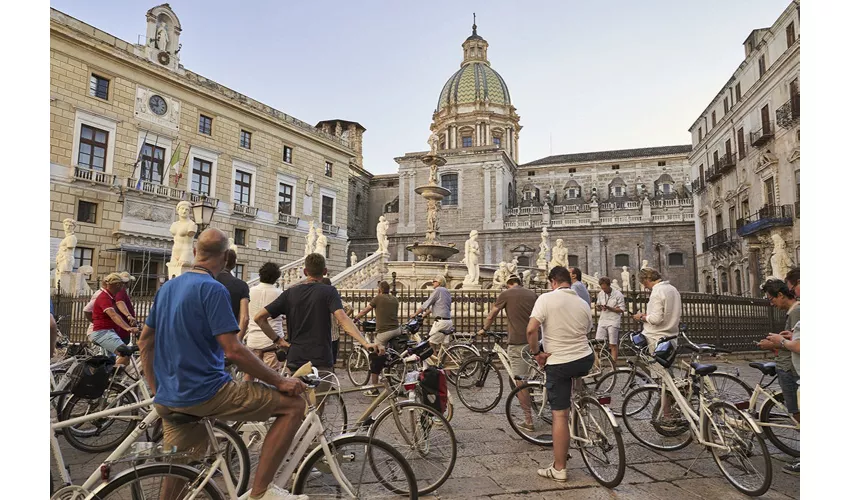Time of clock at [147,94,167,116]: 11:42
